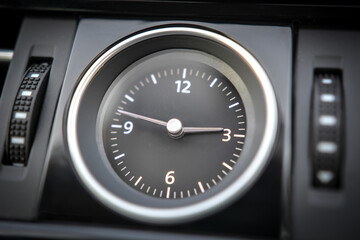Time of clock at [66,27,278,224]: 2:47
